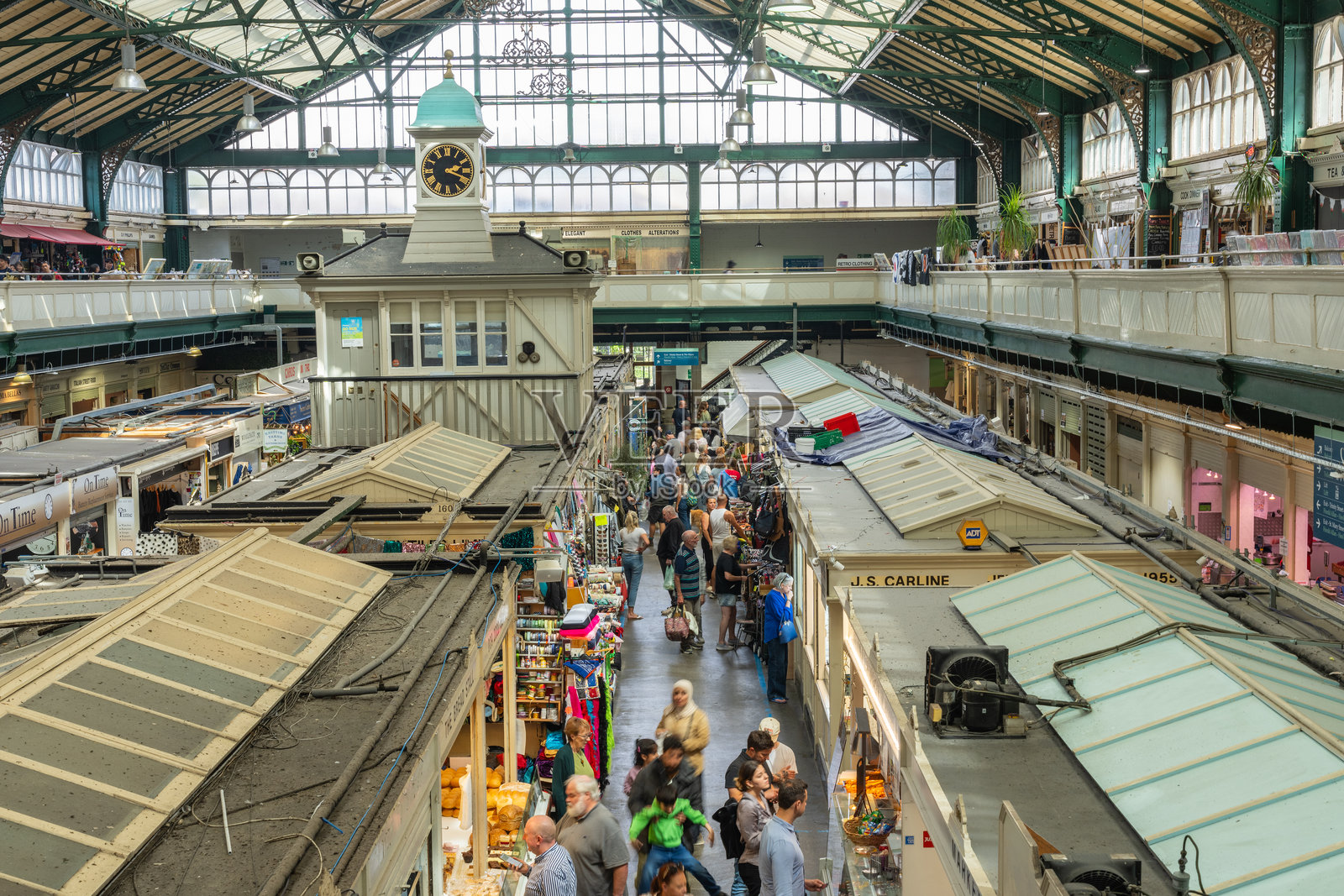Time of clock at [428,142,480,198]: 2:18
